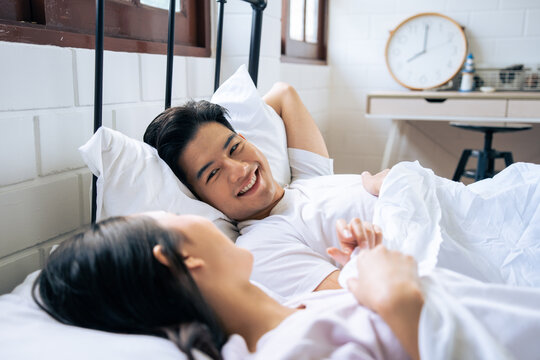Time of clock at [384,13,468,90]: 8:00
